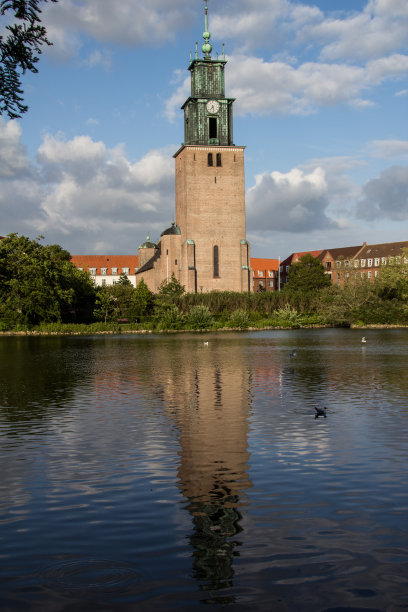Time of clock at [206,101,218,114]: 7:28
